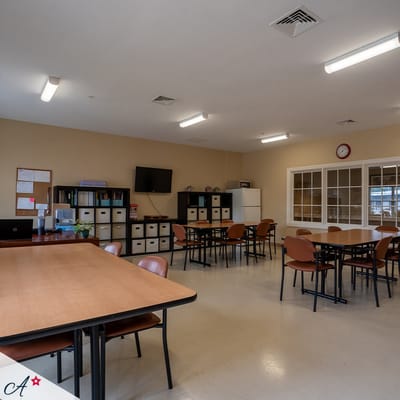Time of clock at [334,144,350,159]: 8:07
